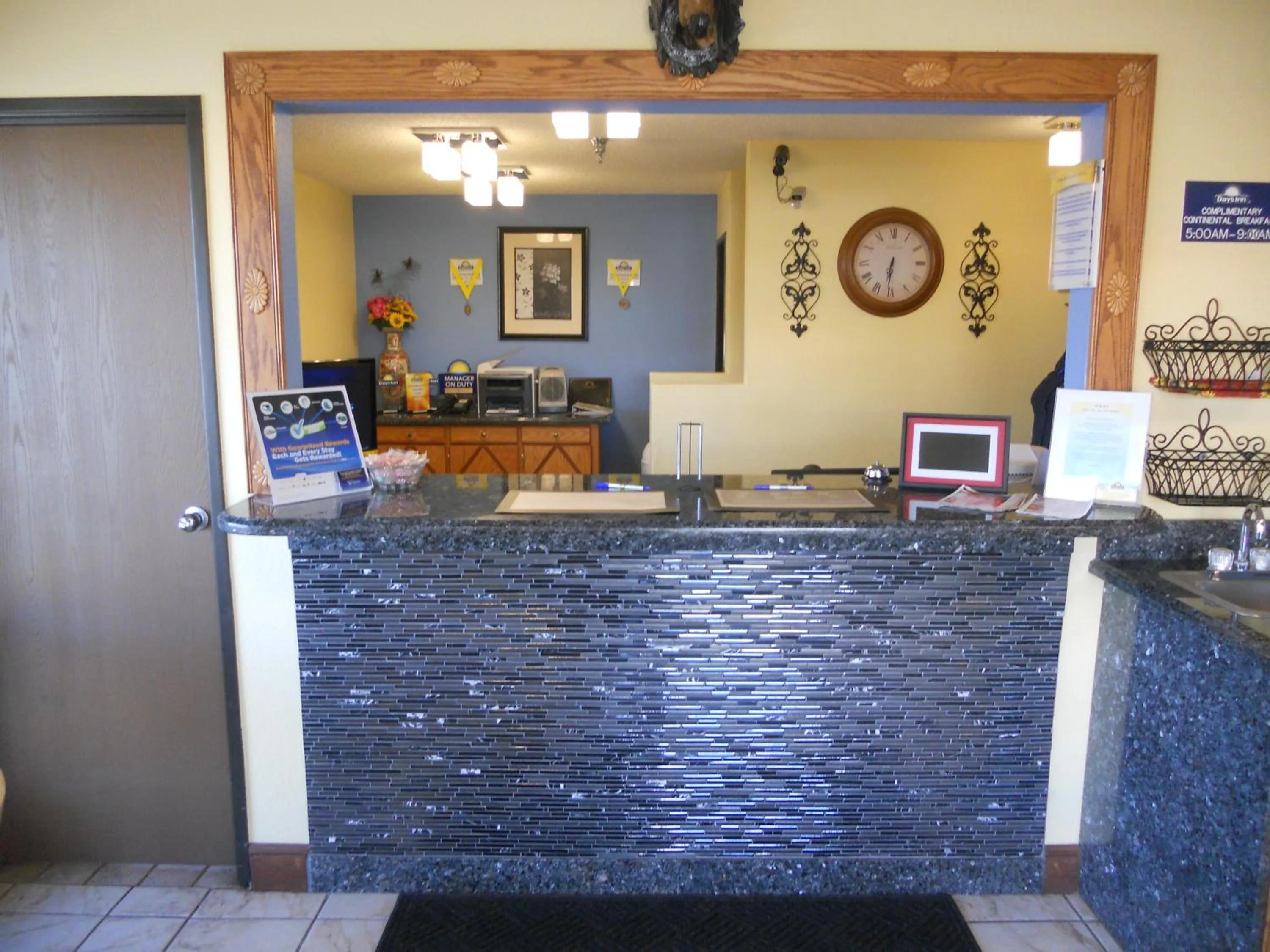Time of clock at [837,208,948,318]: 6:31
